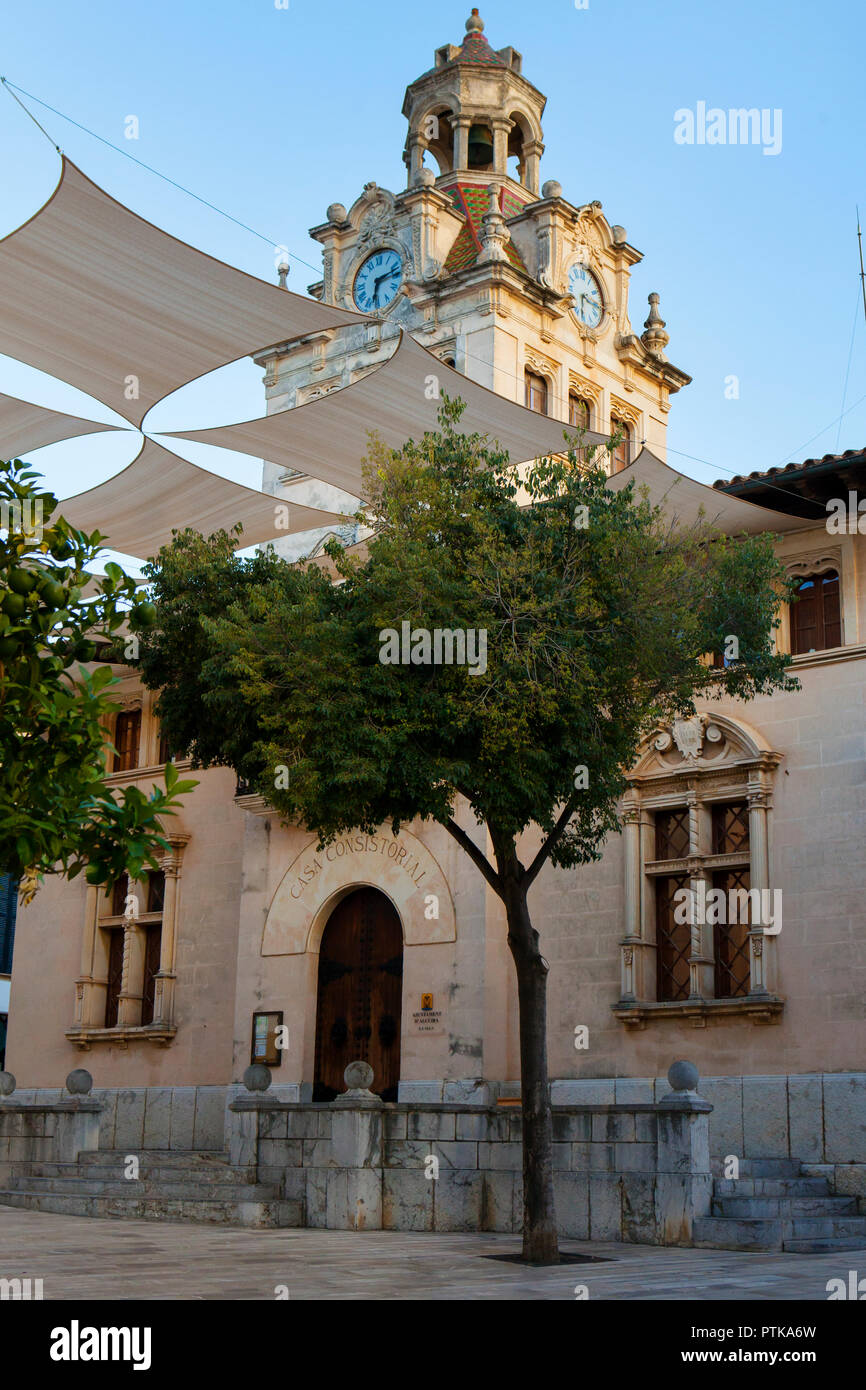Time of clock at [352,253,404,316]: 6:12
